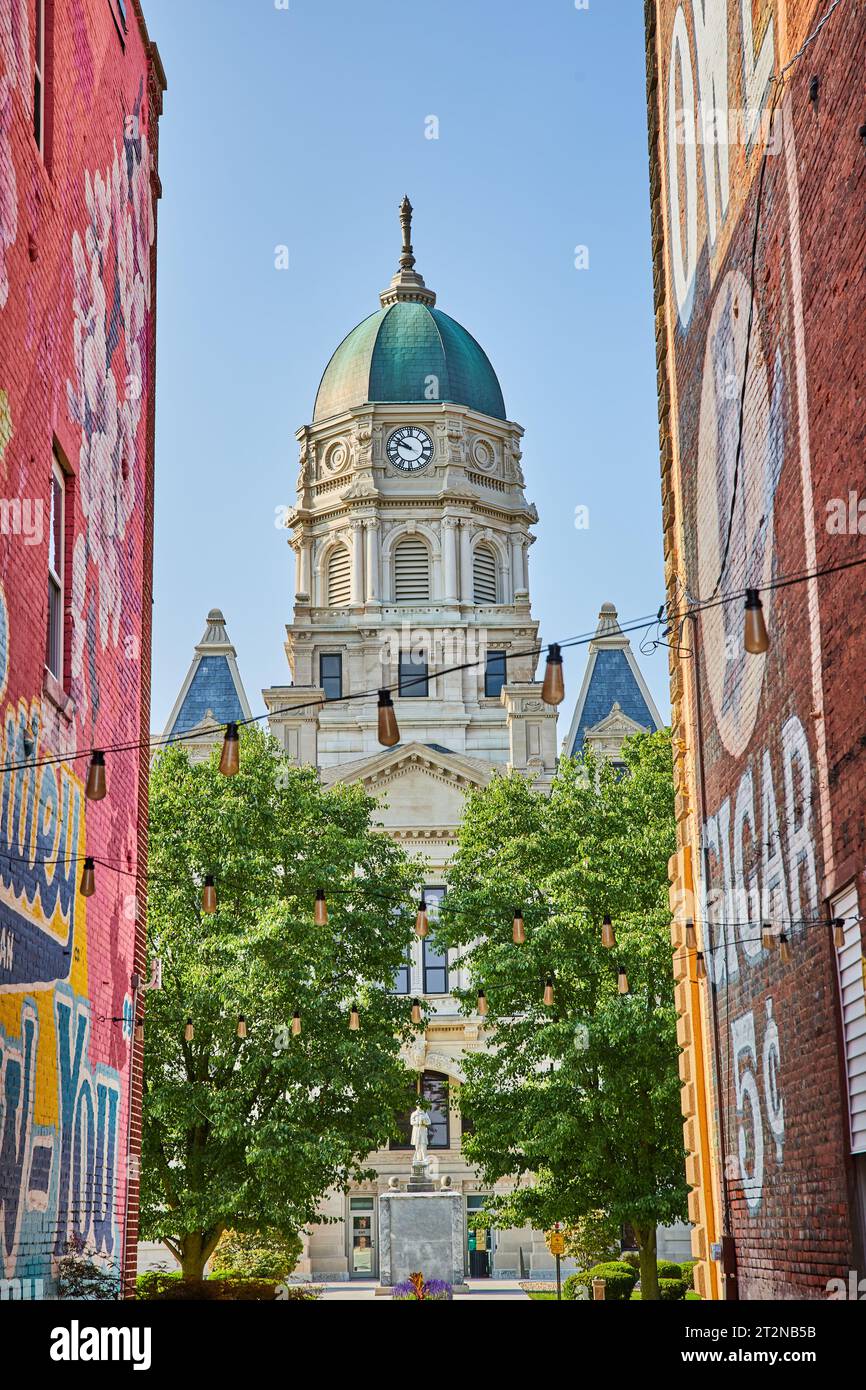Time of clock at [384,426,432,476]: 9:51
